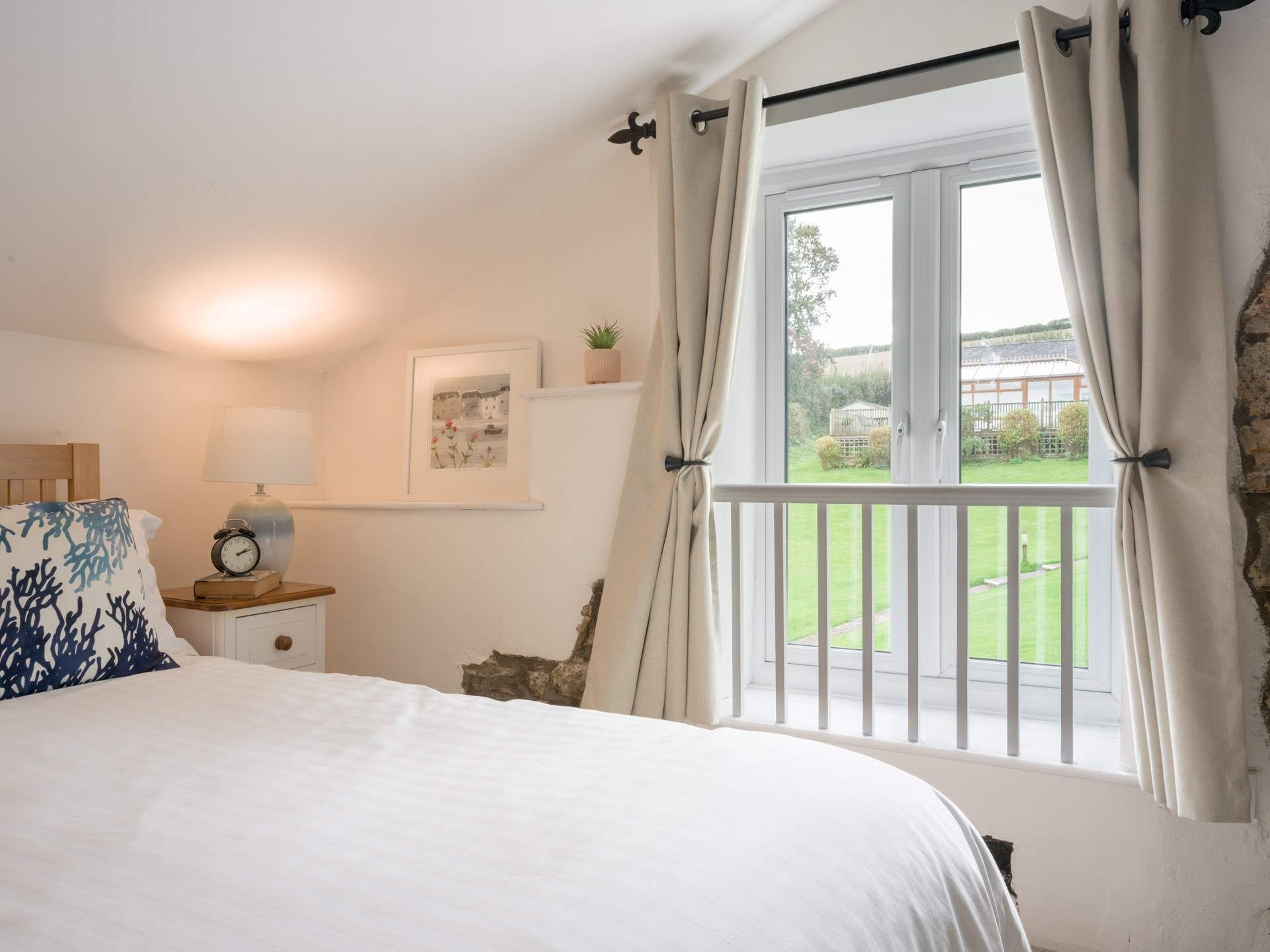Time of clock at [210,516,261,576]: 2:11
